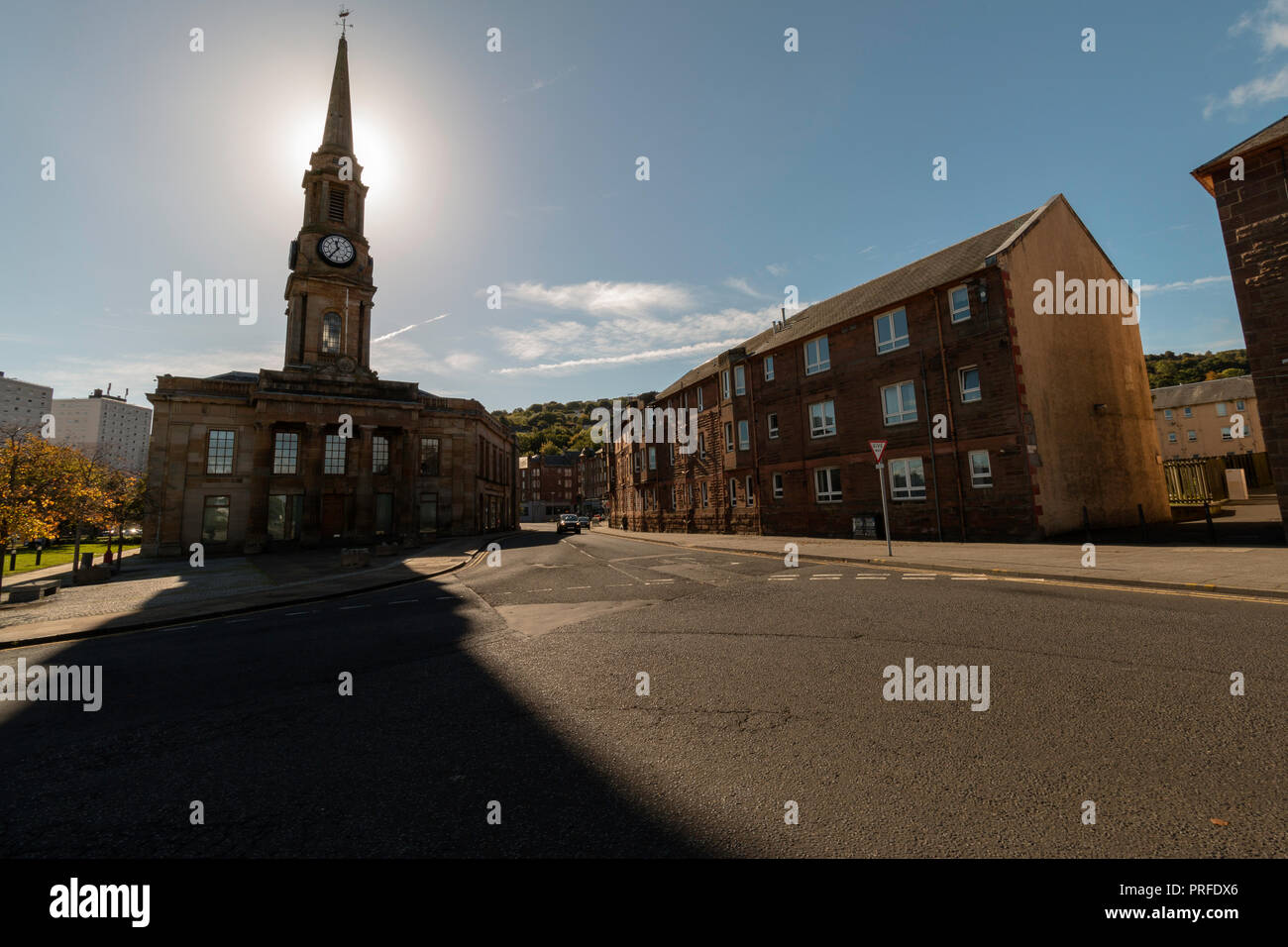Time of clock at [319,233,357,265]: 11:36
